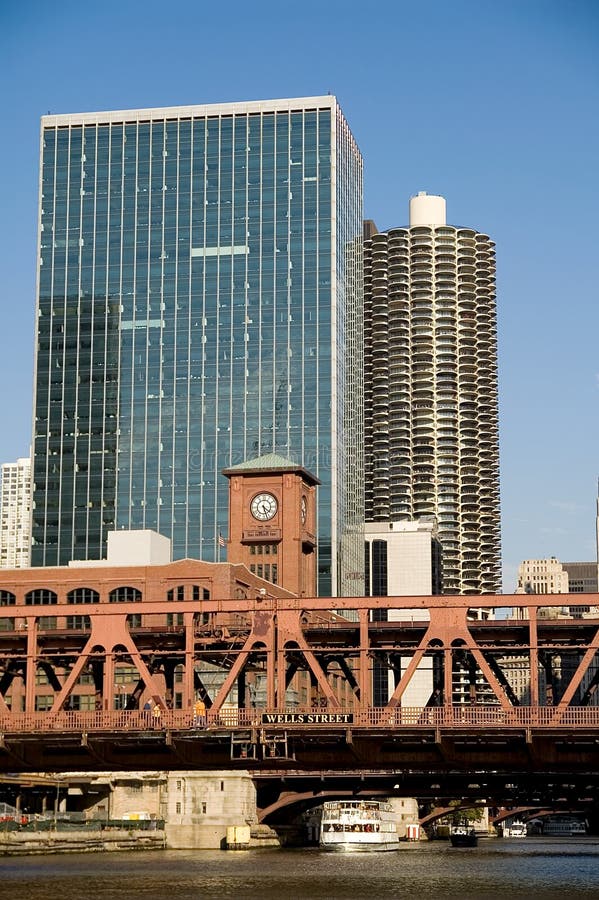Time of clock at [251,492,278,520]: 4:27
